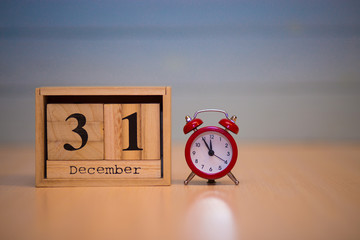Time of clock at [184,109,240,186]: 11:54
